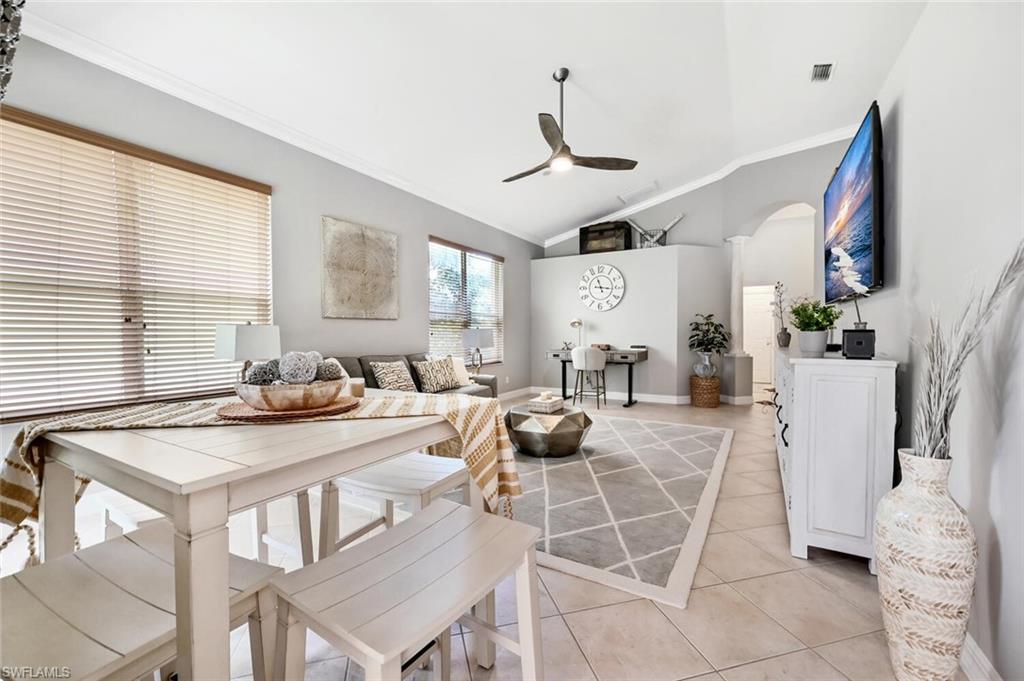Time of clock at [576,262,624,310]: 11:16
